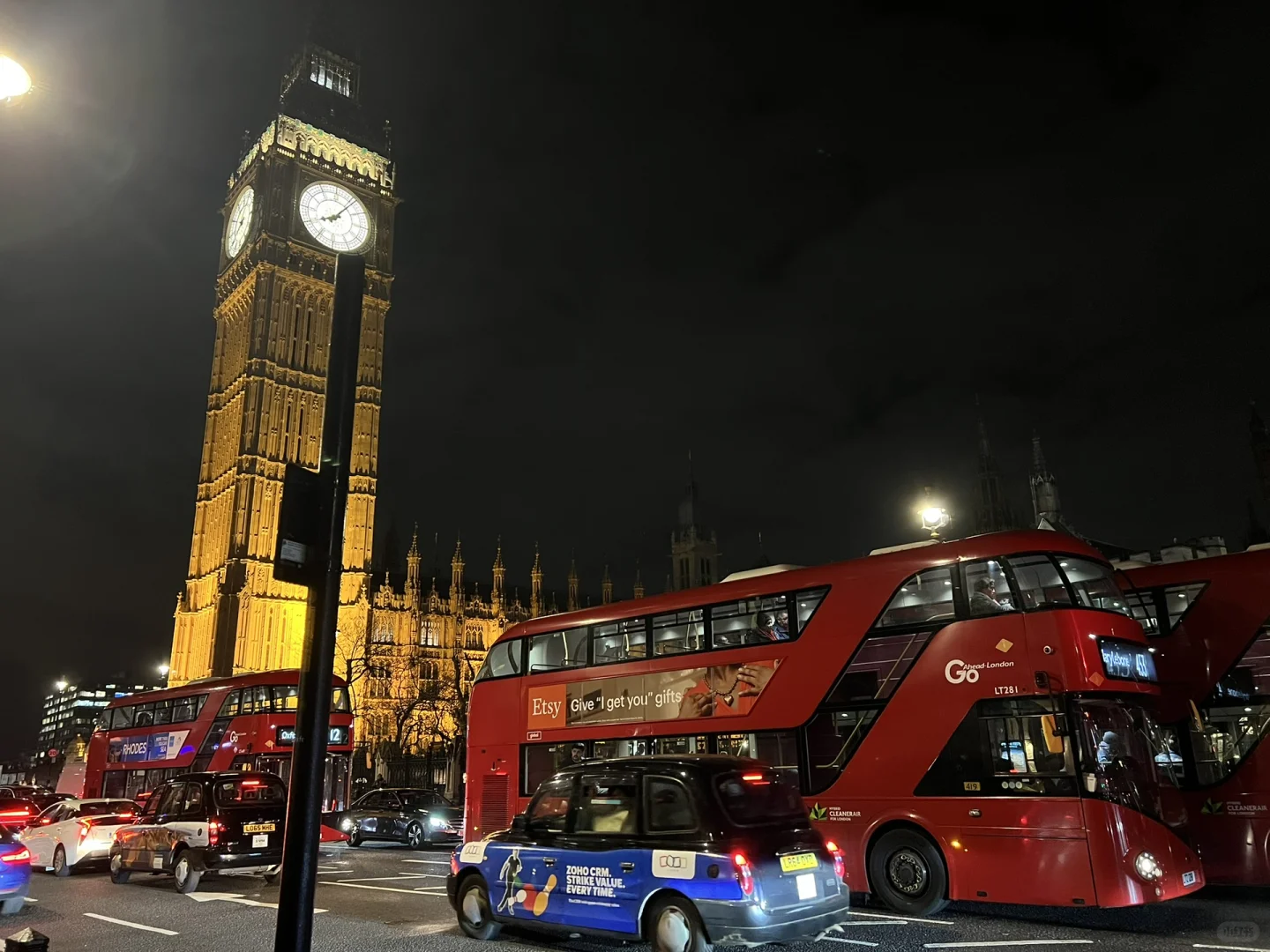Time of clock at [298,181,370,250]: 8:06
